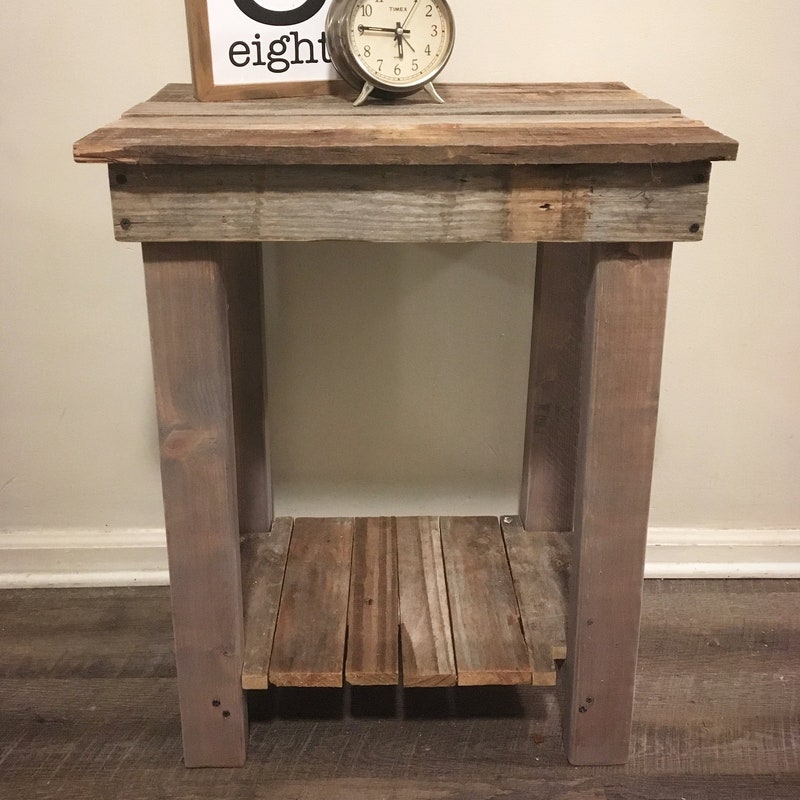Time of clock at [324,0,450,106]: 5:45
